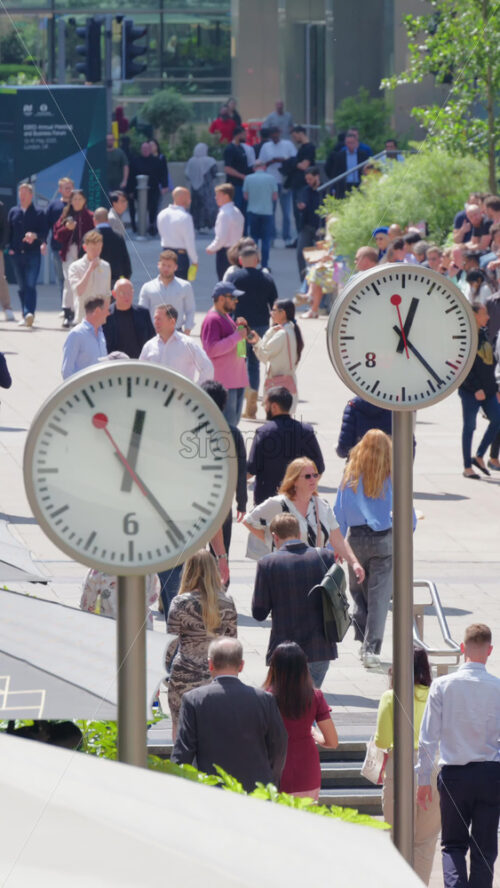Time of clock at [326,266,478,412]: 12:23
